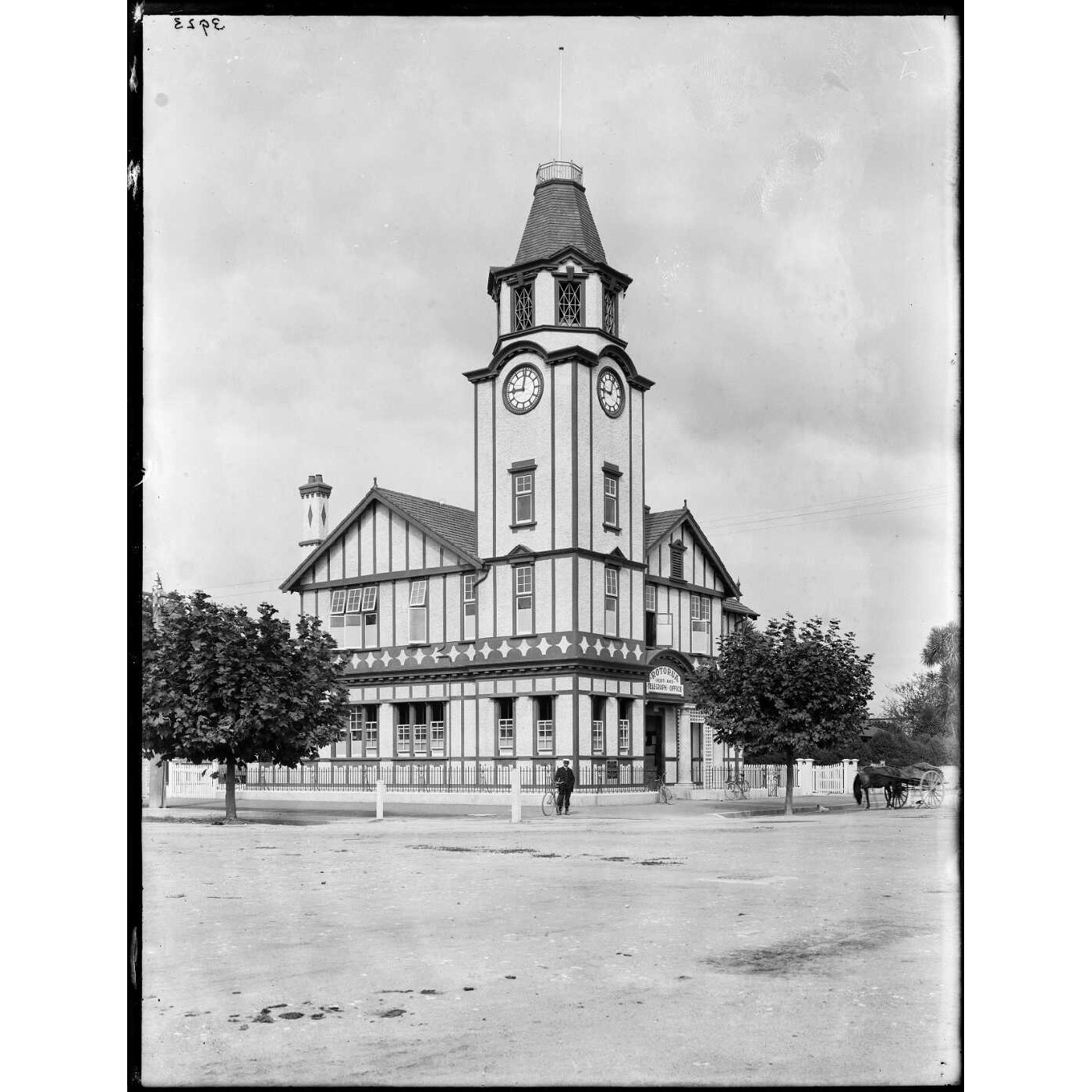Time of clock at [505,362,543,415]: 9:01
